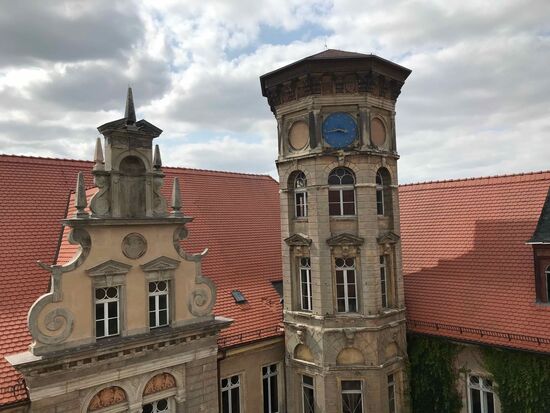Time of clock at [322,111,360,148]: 3:43
